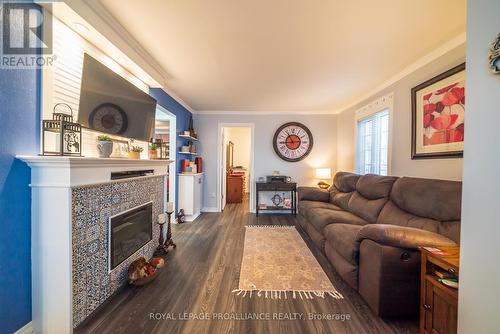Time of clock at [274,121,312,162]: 10:44
